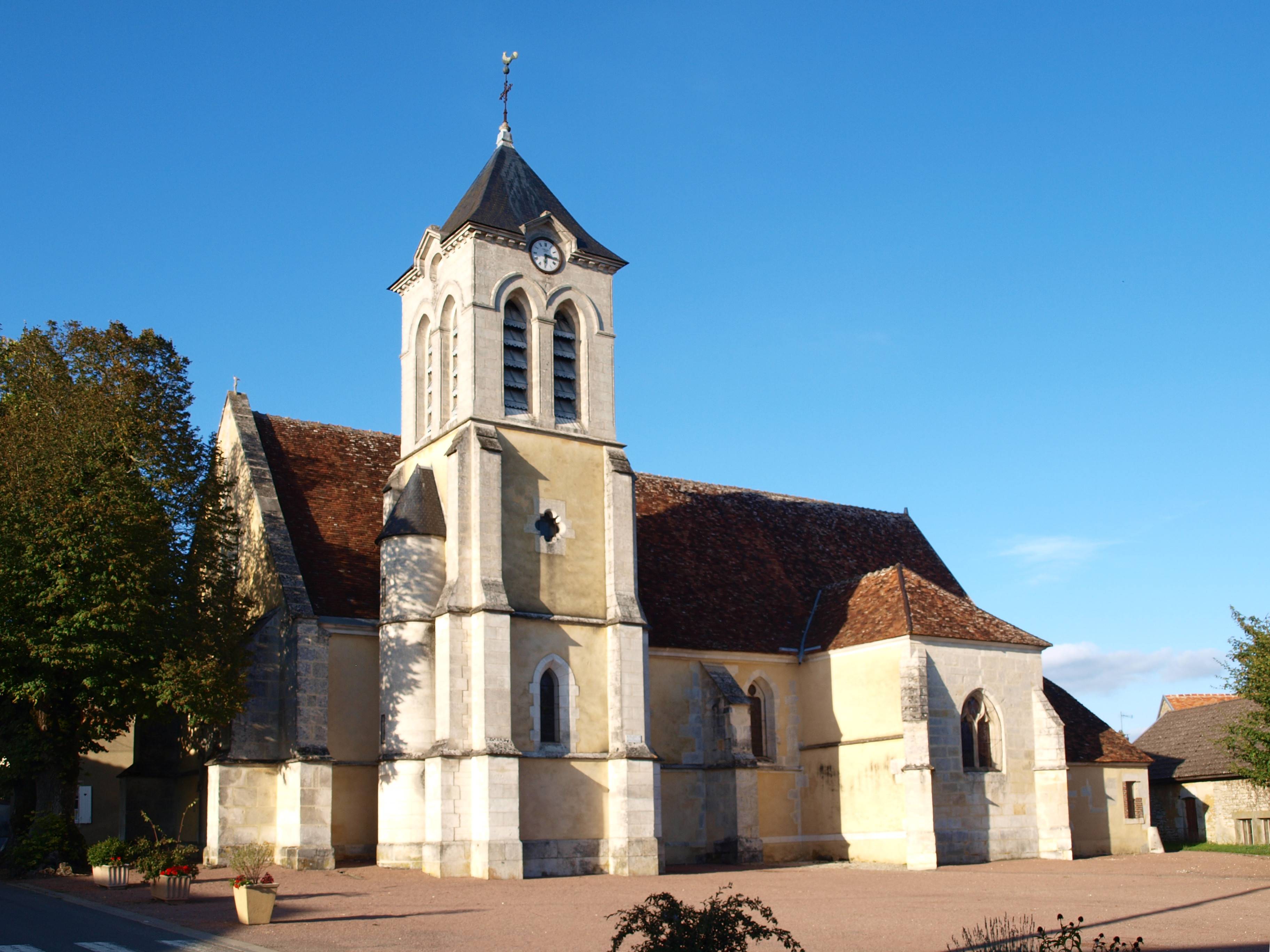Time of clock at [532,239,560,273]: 6:16
